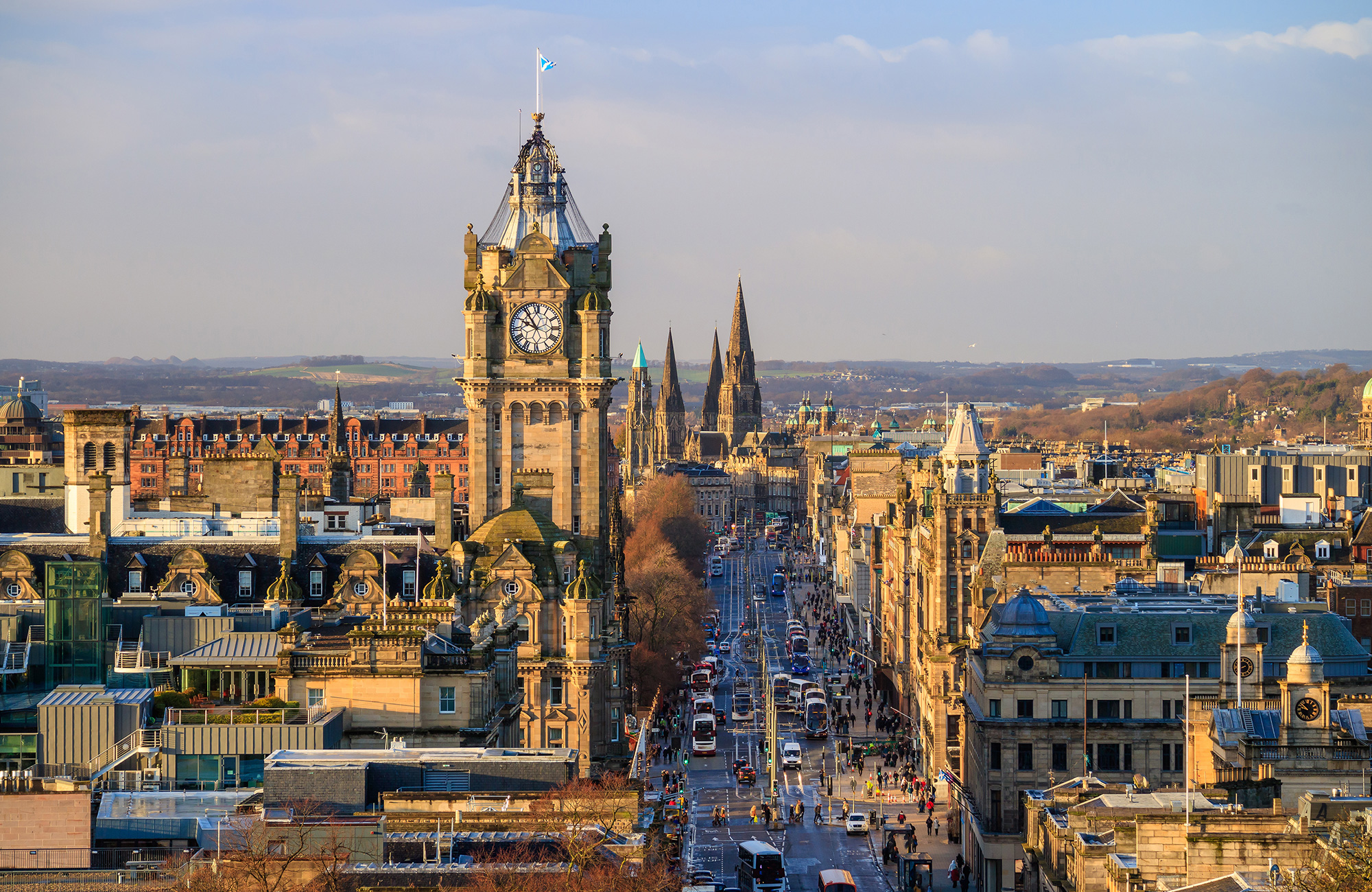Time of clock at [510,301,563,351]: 9:54
